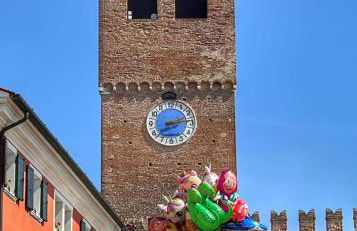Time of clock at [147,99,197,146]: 2:13
